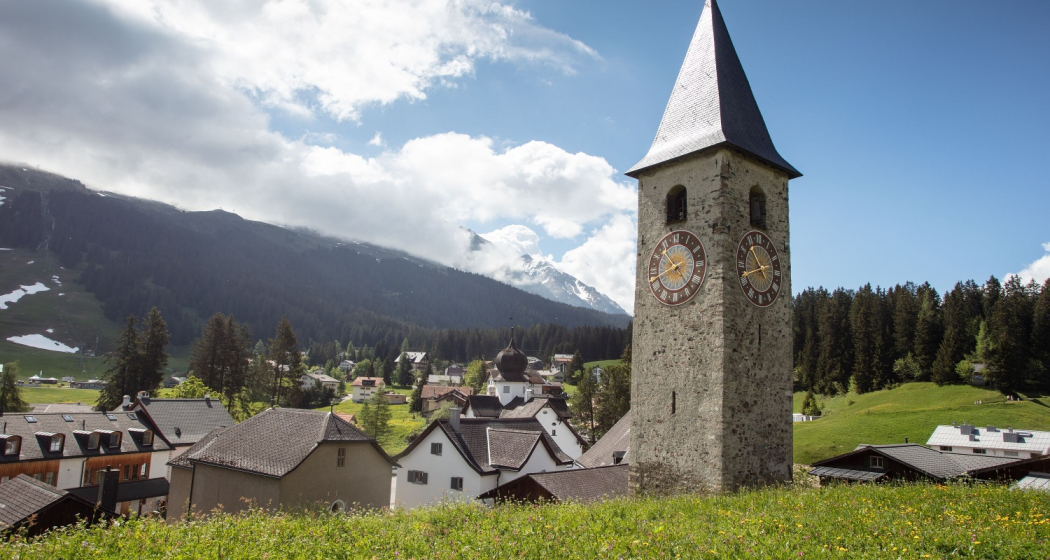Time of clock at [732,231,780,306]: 10:41
